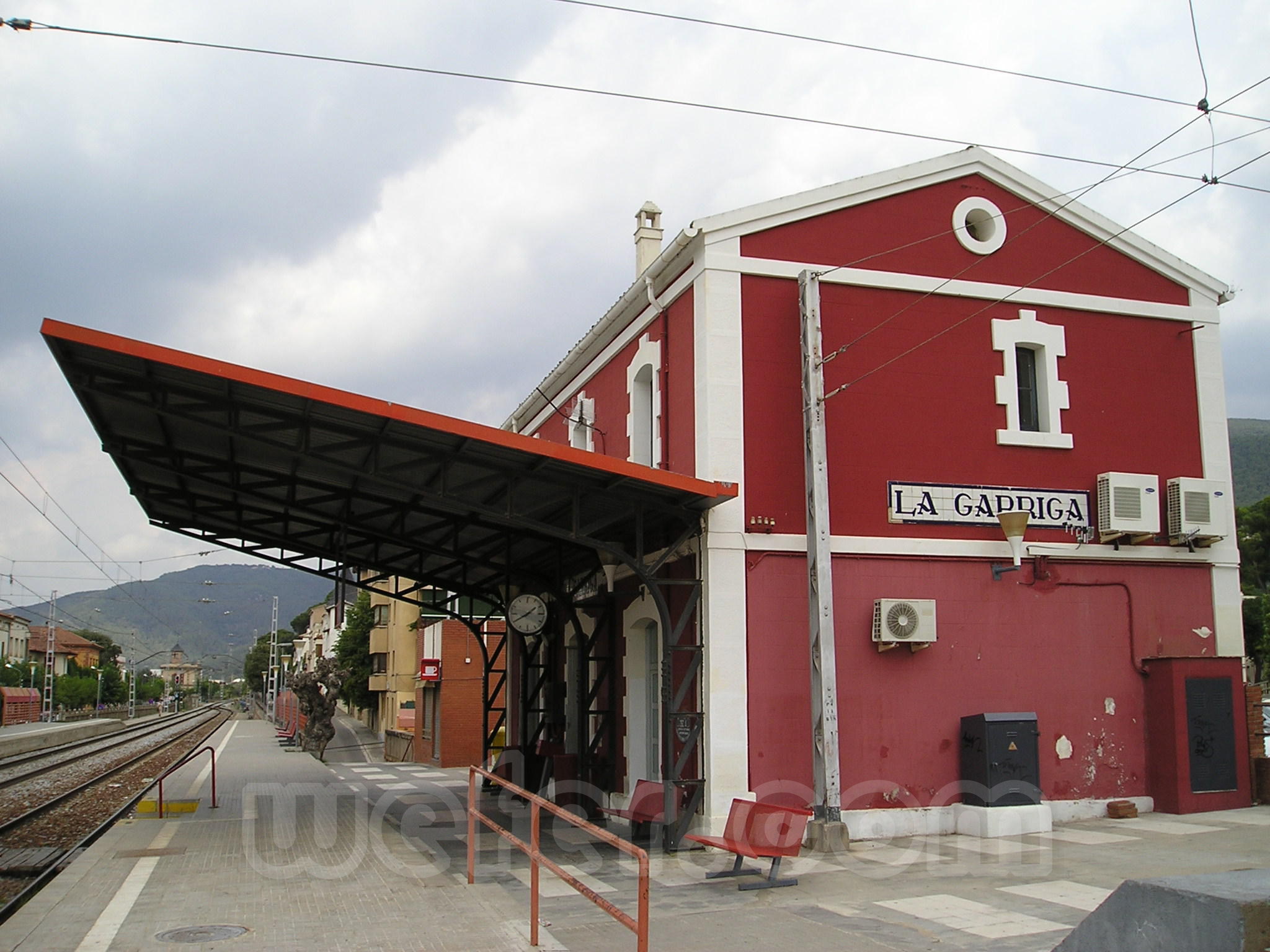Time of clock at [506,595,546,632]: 1:40
